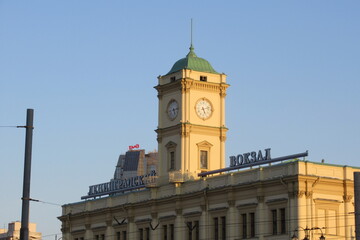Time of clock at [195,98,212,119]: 5:12
